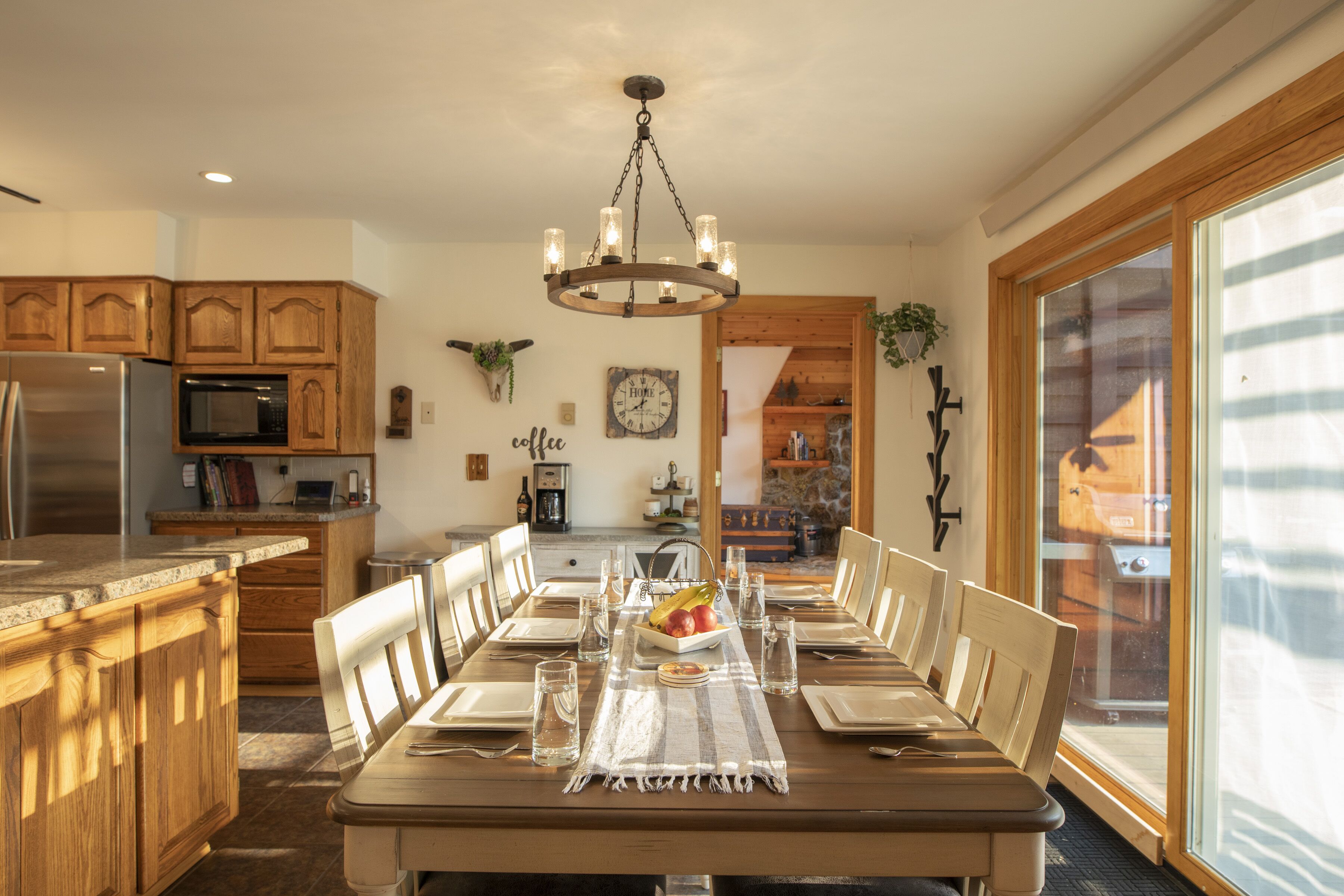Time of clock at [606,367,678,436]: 8:02
